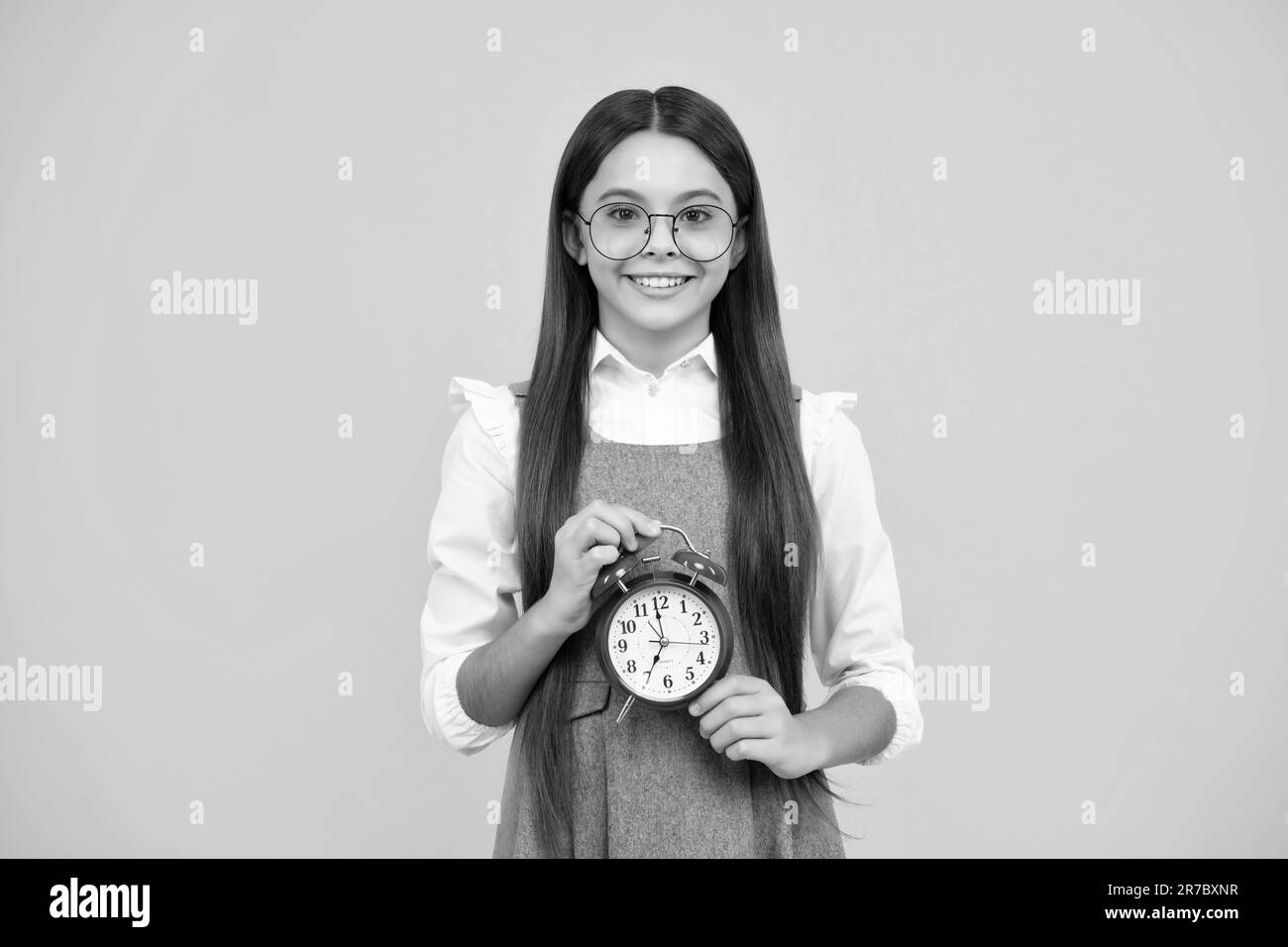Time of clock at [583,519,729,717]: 6:59
